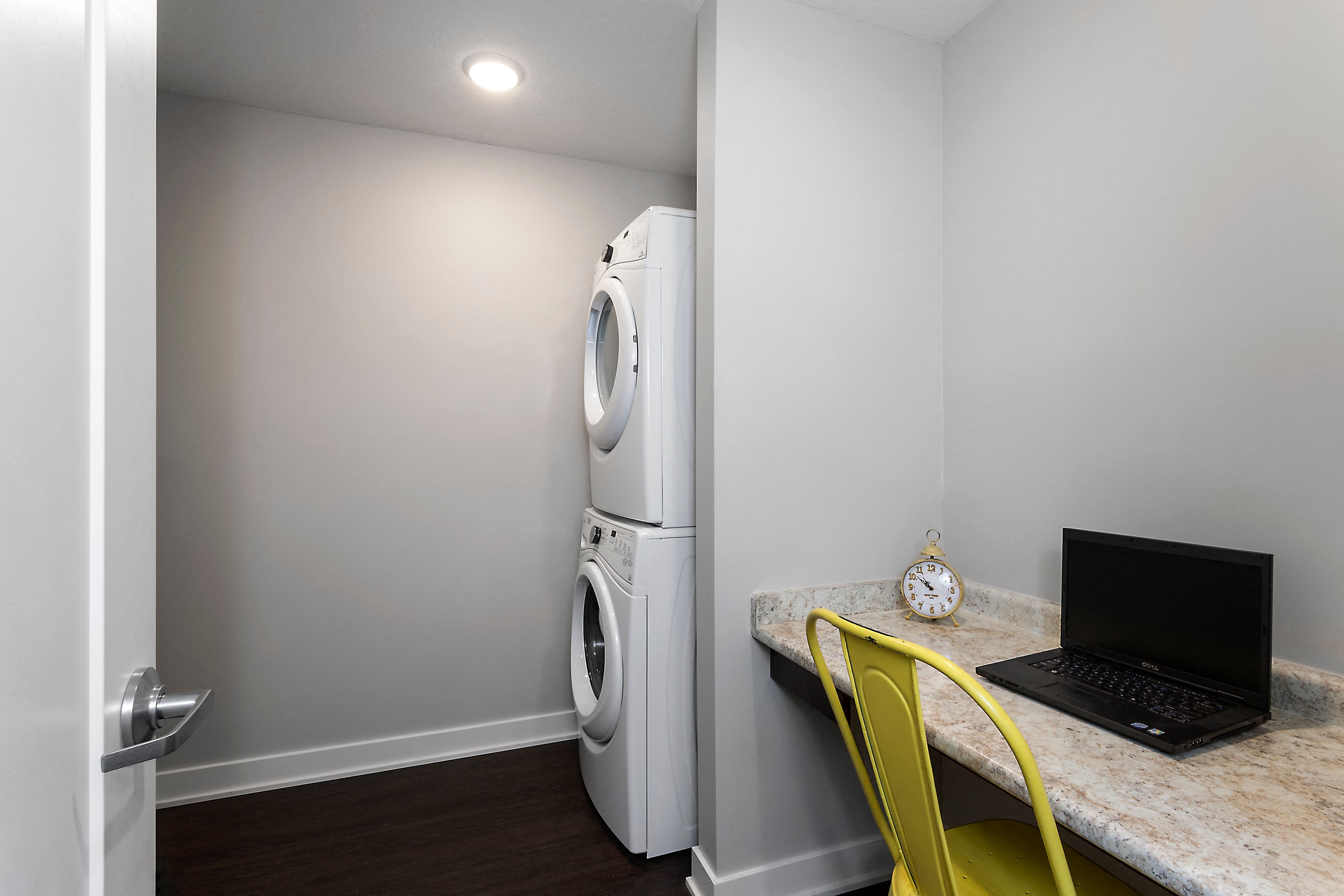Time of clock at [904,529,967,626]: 10:51
